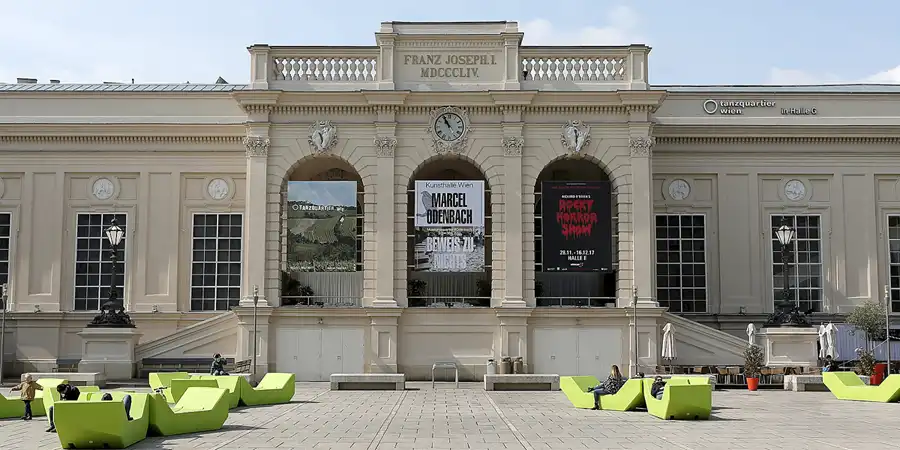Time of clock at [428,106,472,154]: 10:55
